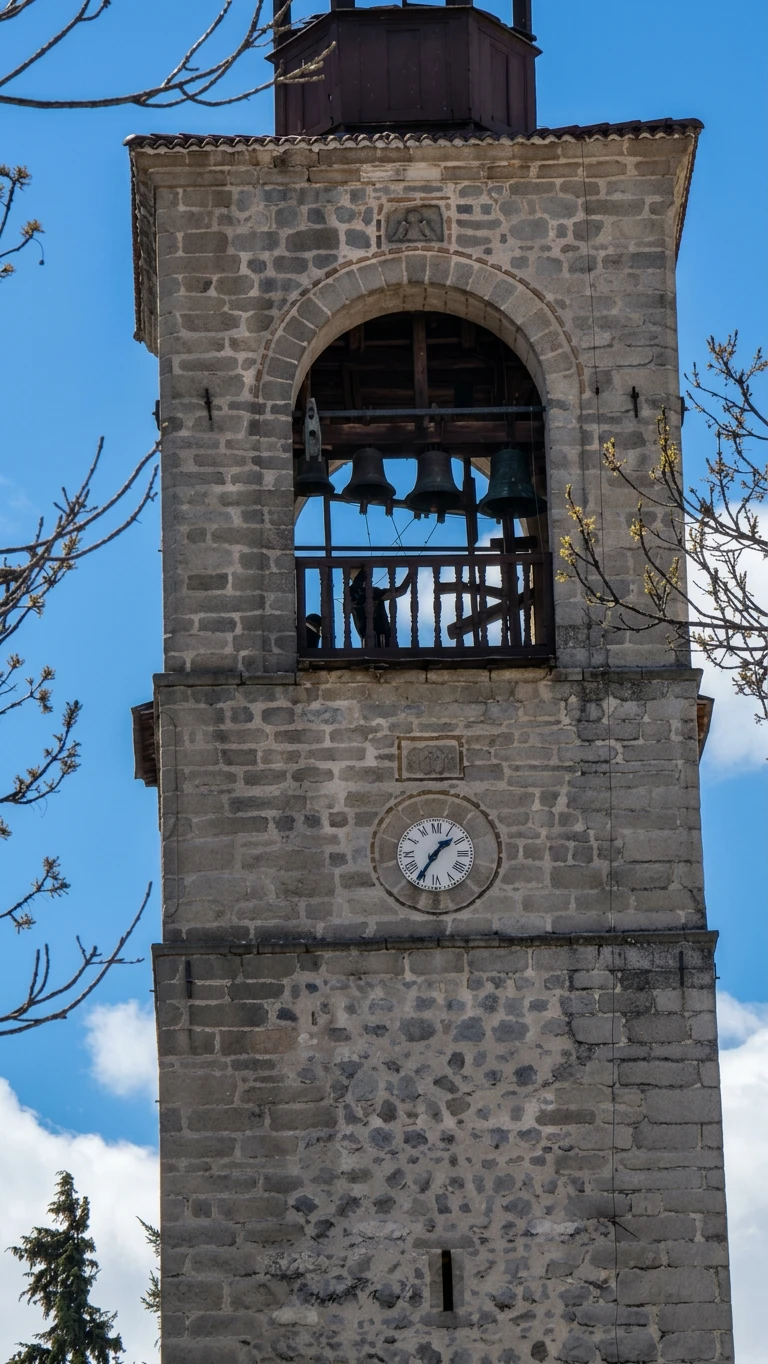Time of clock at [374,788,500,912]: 1:35
